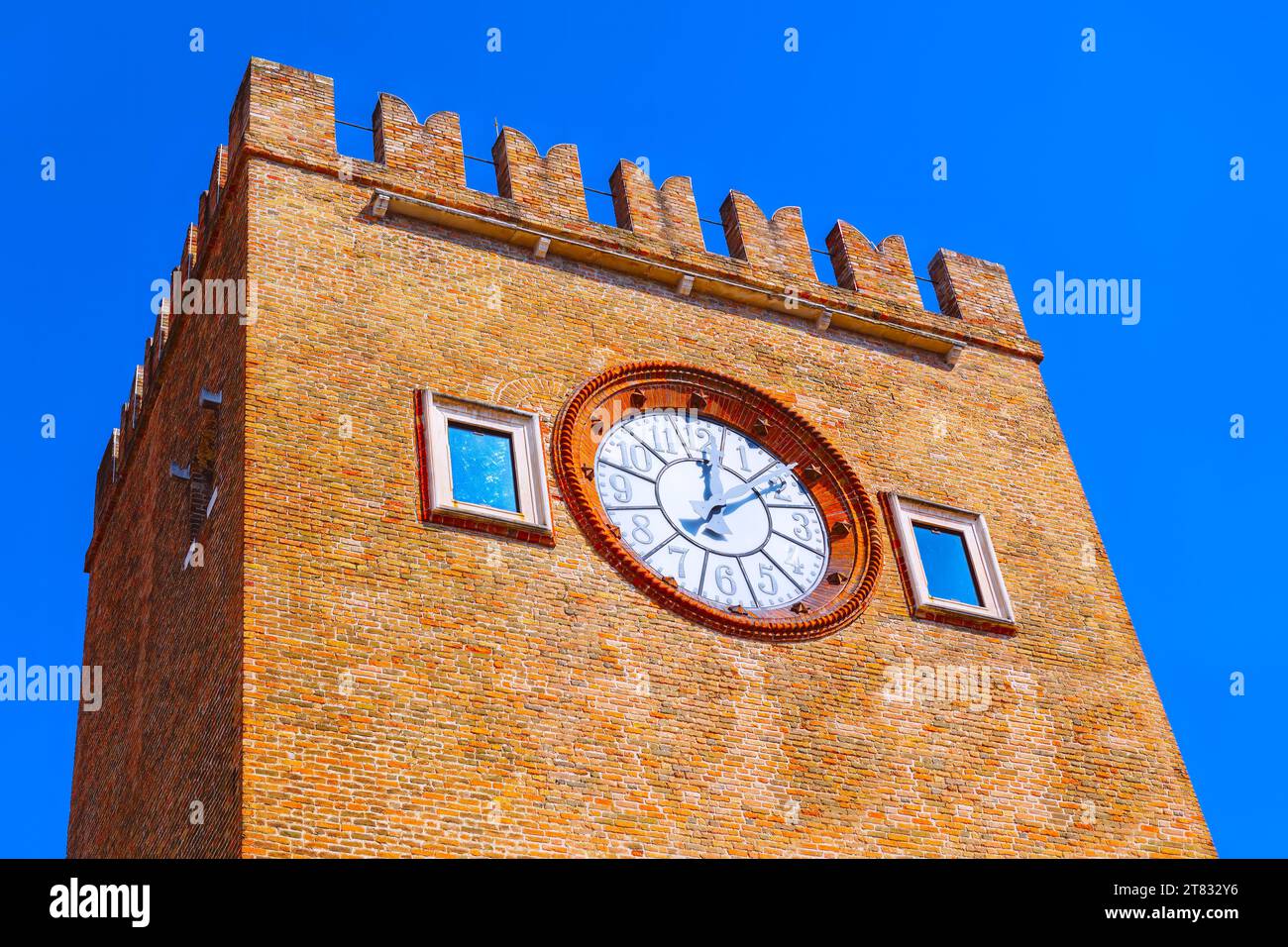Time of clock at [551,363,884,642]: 12:08
